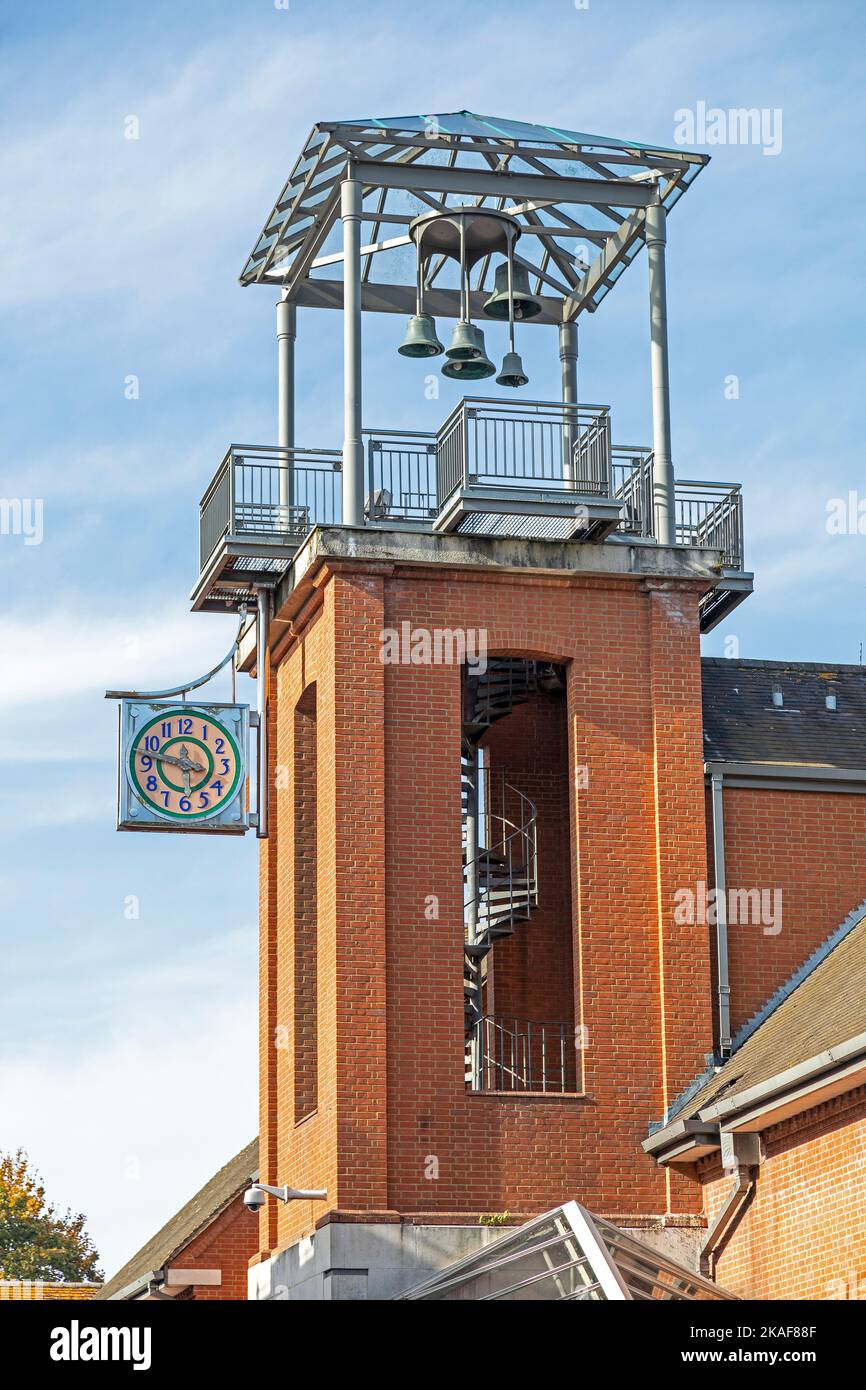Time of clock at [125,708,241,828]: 11:47
